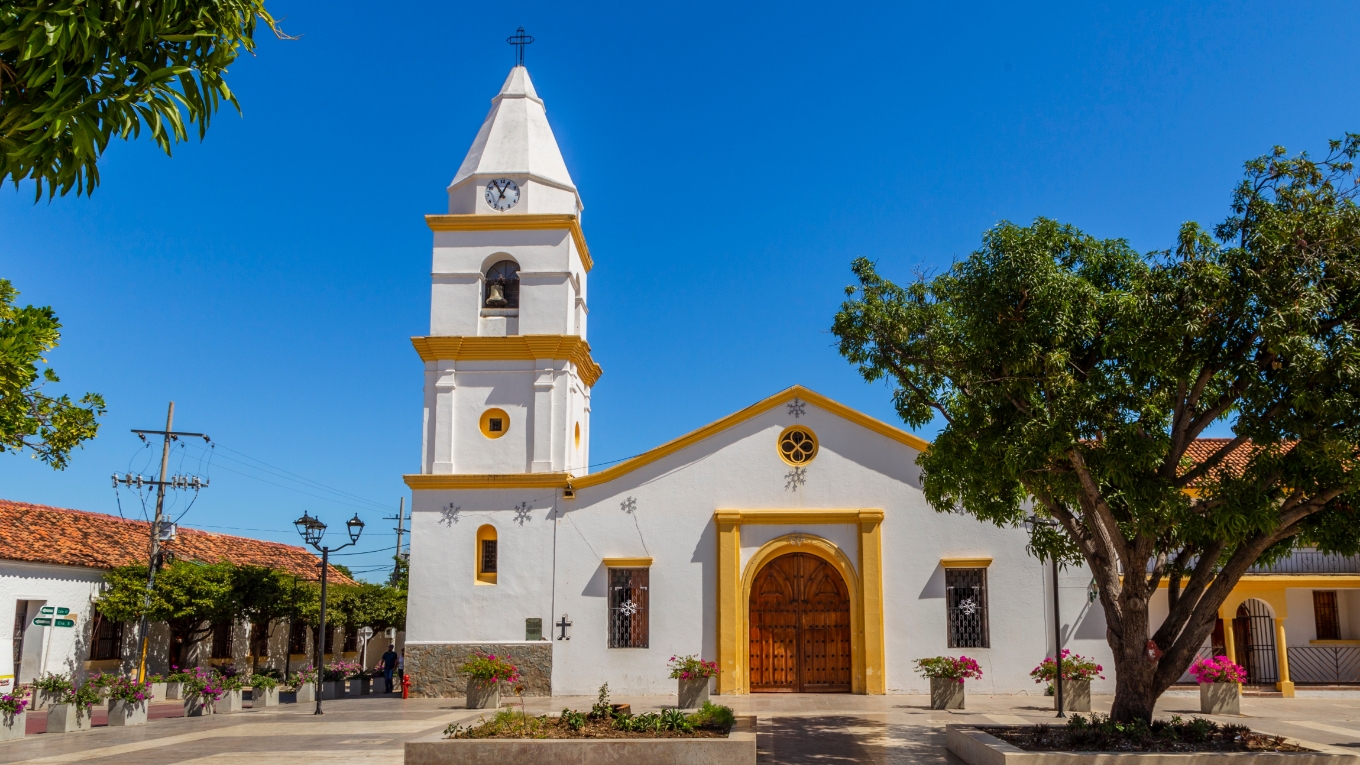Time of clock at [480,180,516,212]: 11:04
